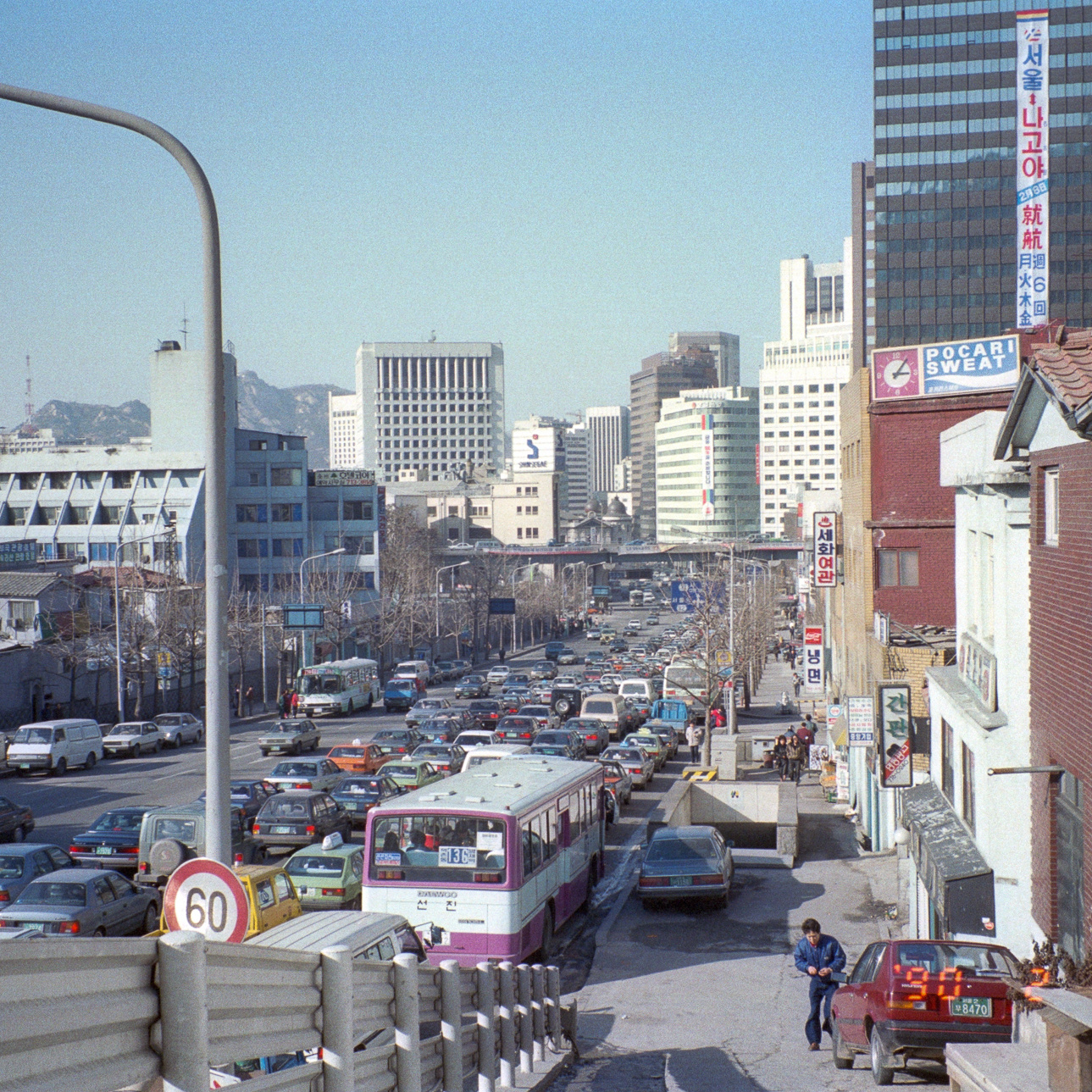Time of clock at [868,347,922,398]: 3:06
